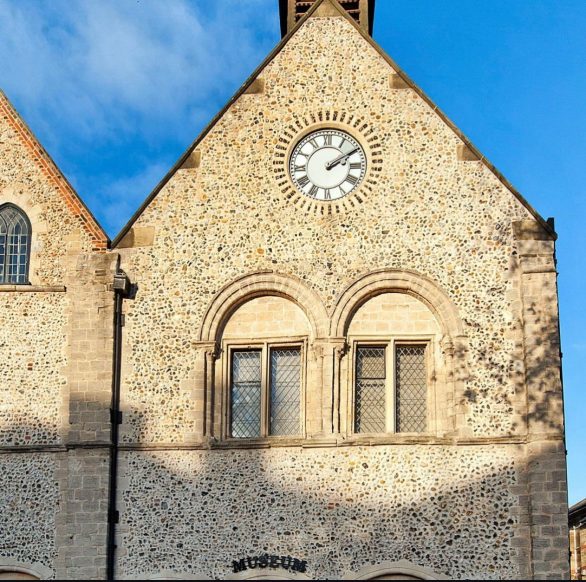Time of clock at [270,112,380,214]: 2:09
